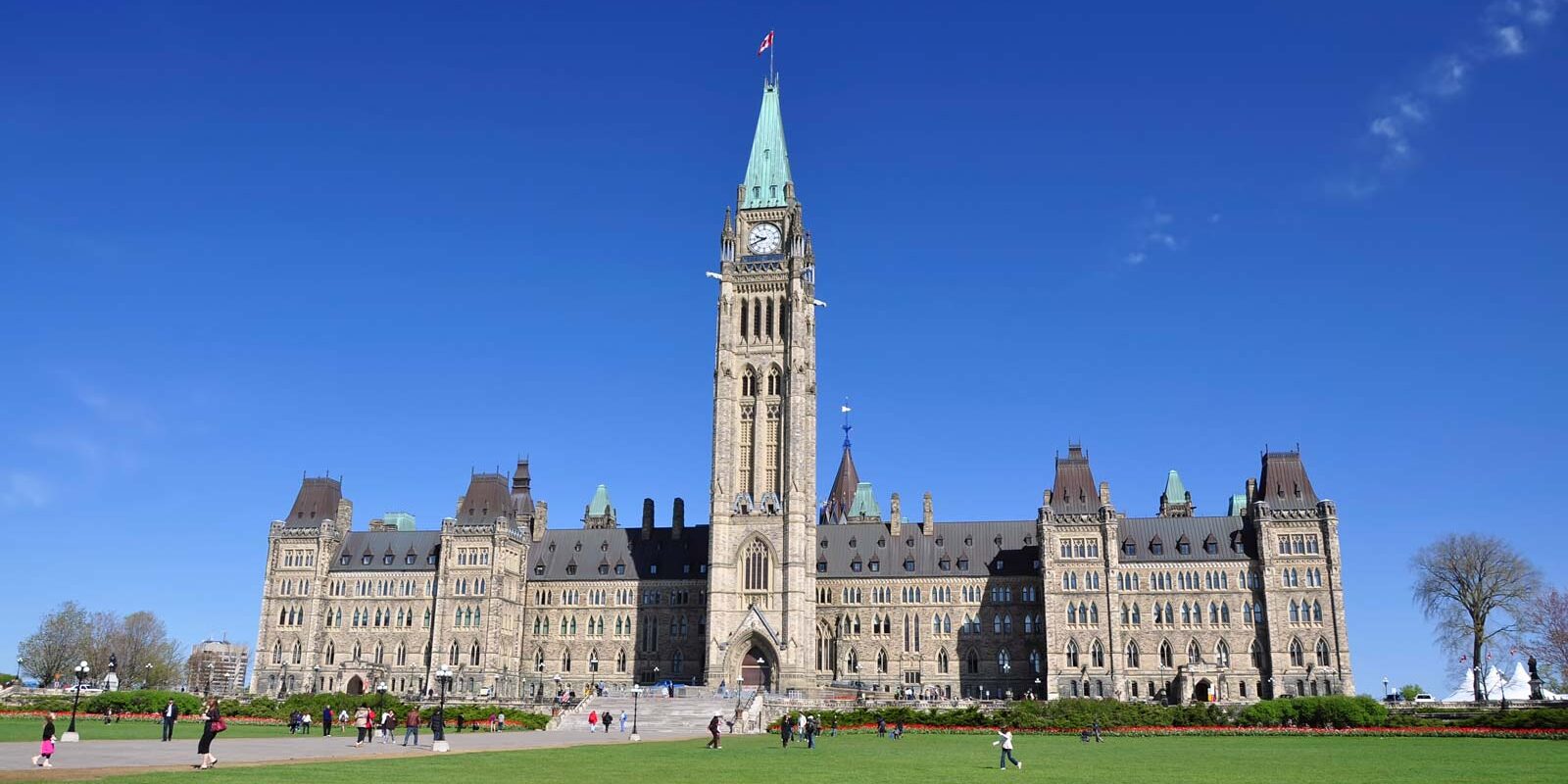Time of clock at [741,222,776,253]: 9:41
